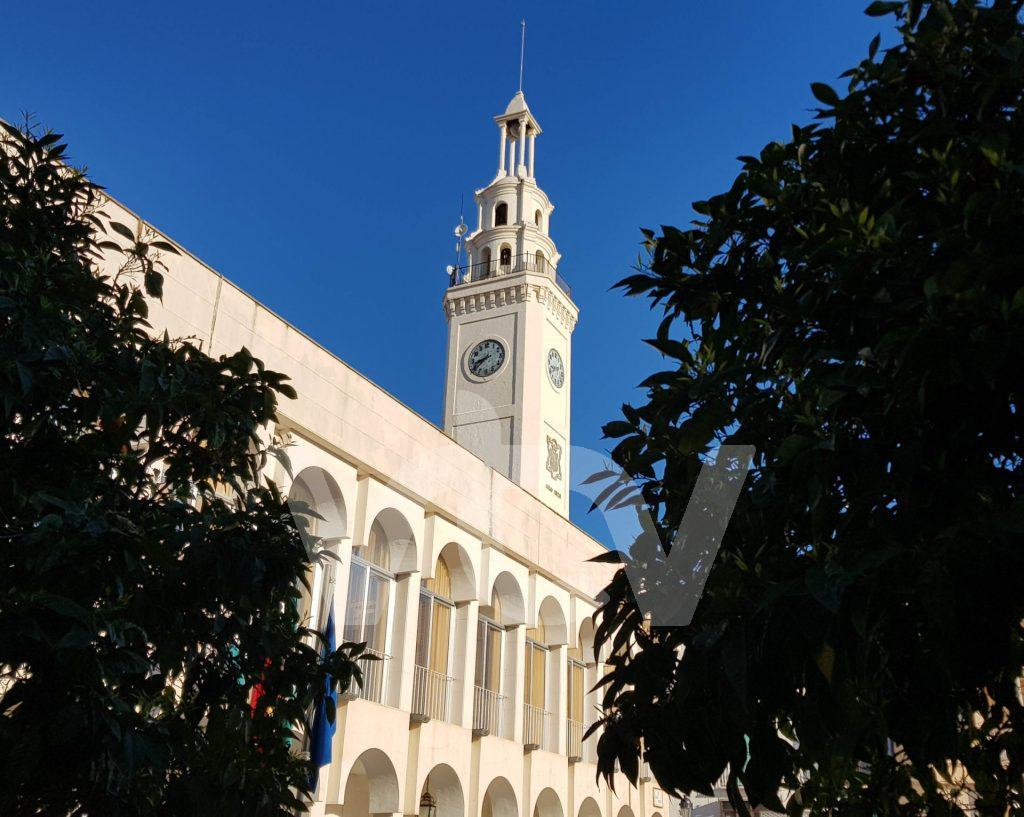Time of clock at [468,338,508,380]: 8:38
